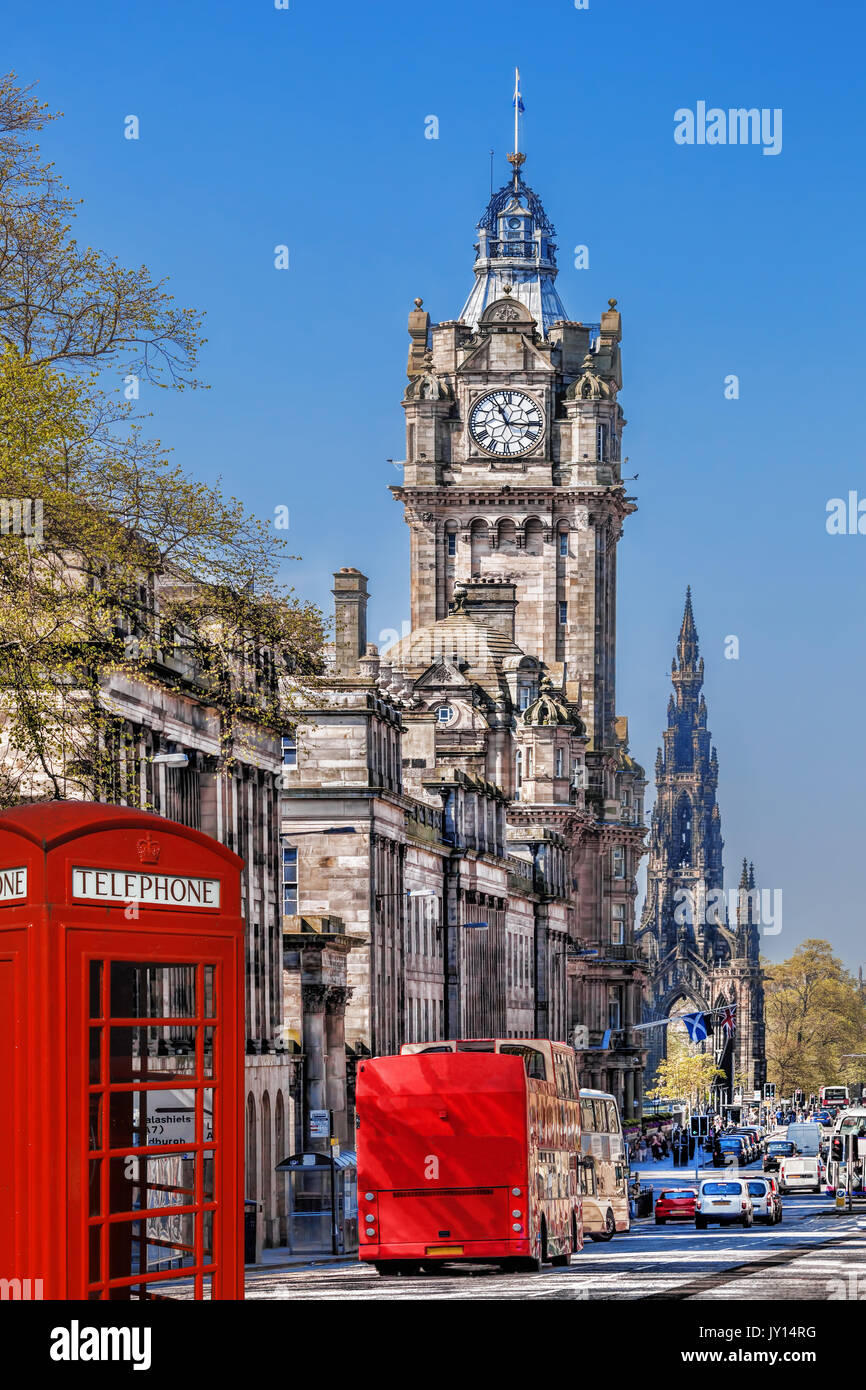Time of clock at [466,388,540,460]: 11:15
